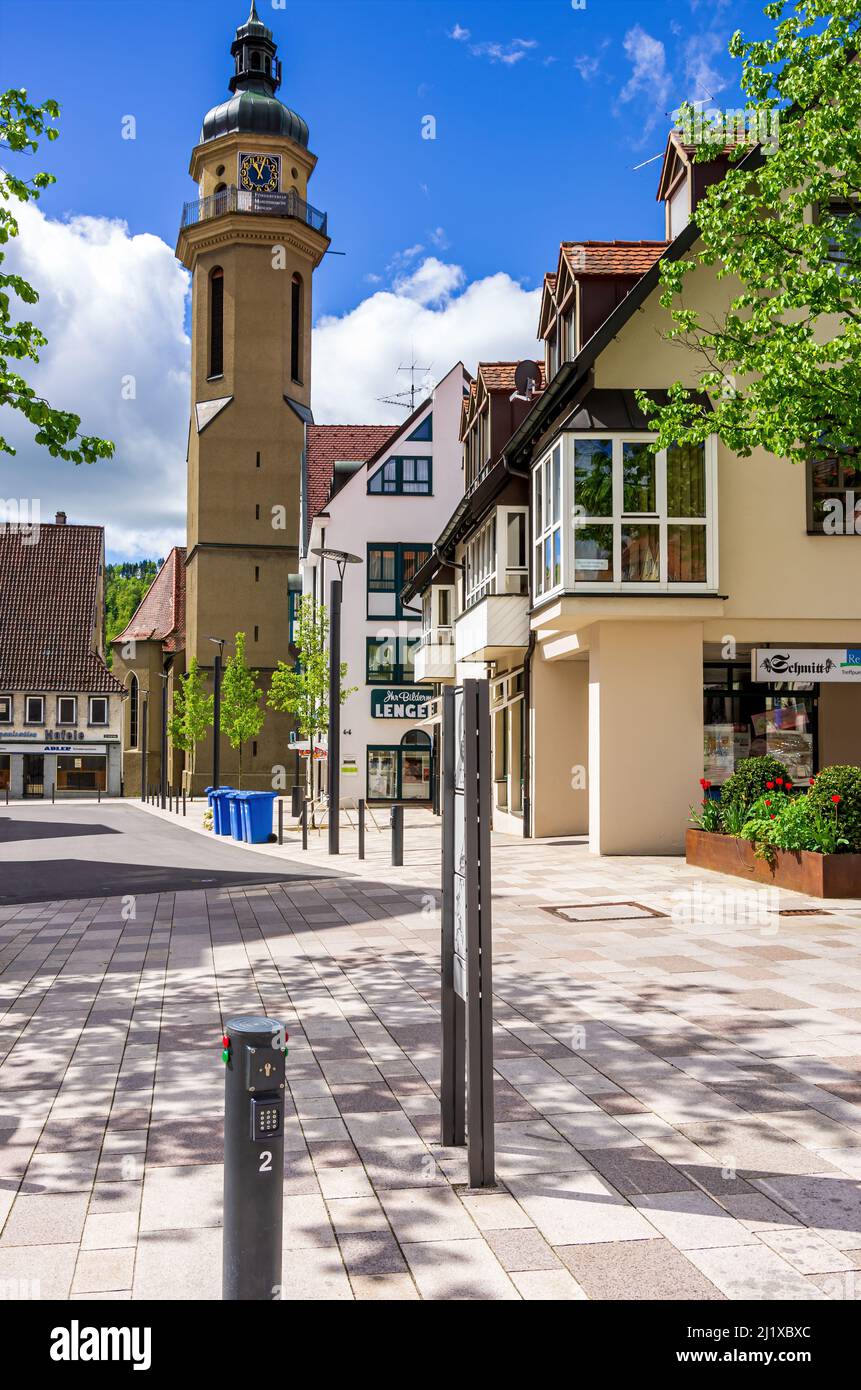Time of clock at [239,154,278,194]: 11:03
